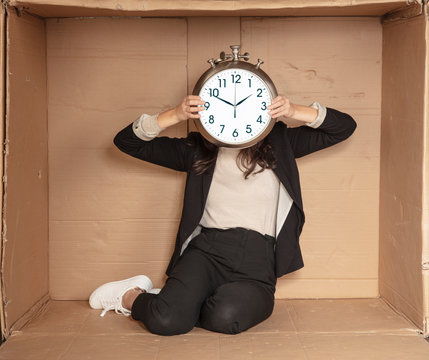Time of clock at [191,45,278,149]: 1:49
